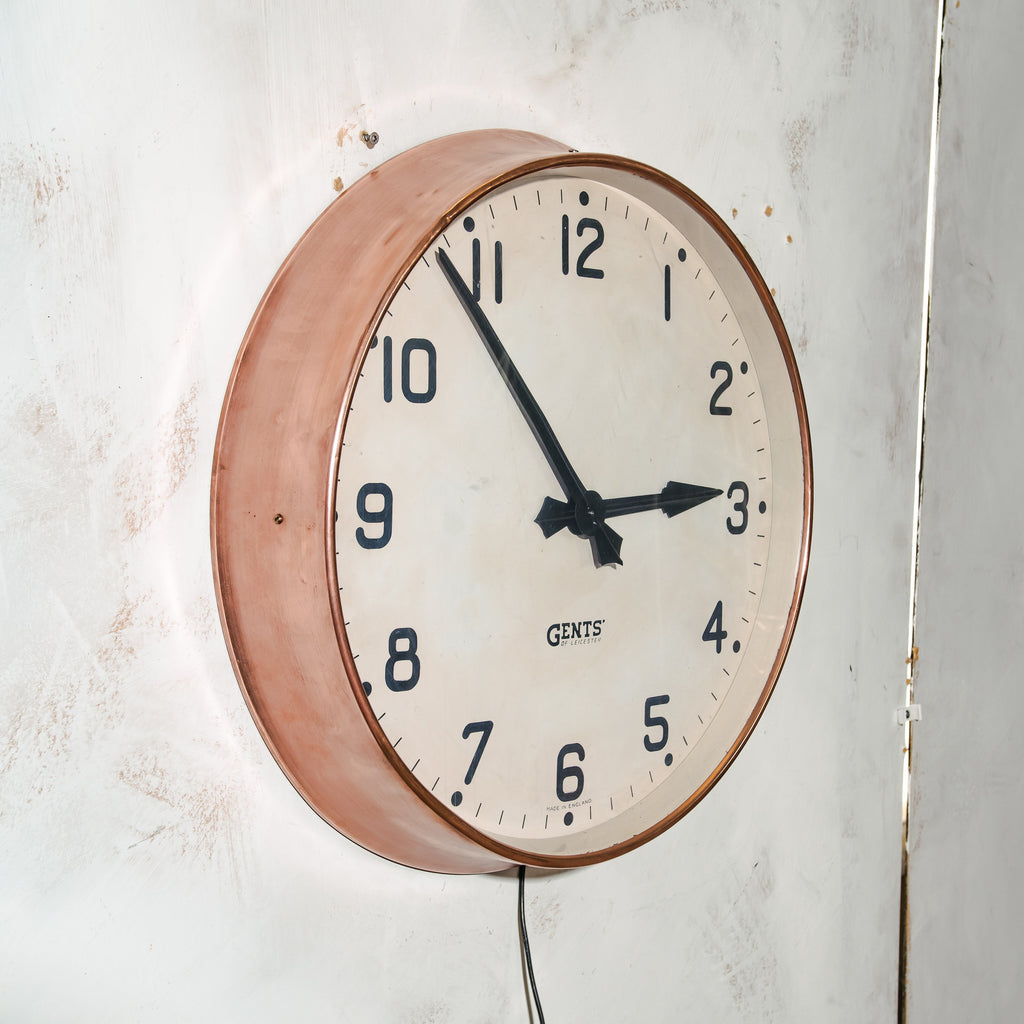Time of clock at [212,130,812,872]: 2:53
